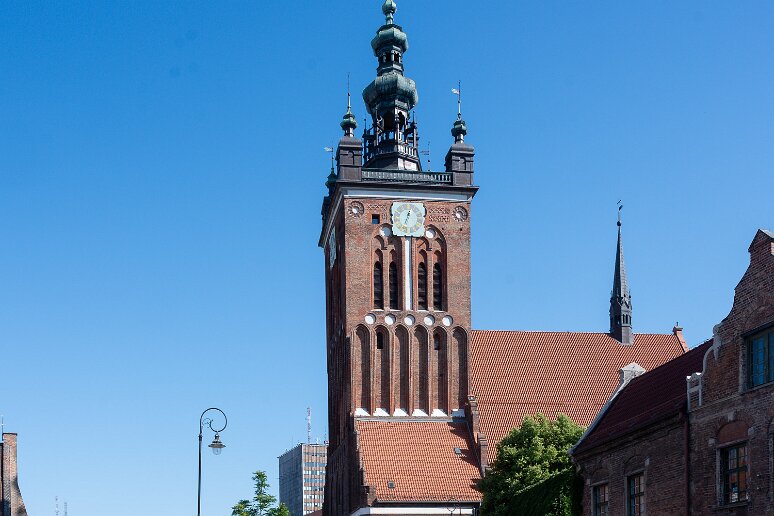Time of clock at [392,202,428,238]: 12:33
